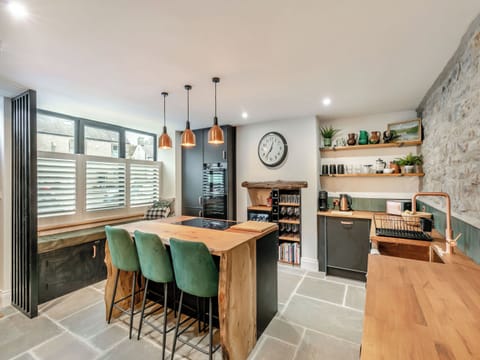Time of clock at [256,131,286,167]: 12:36
